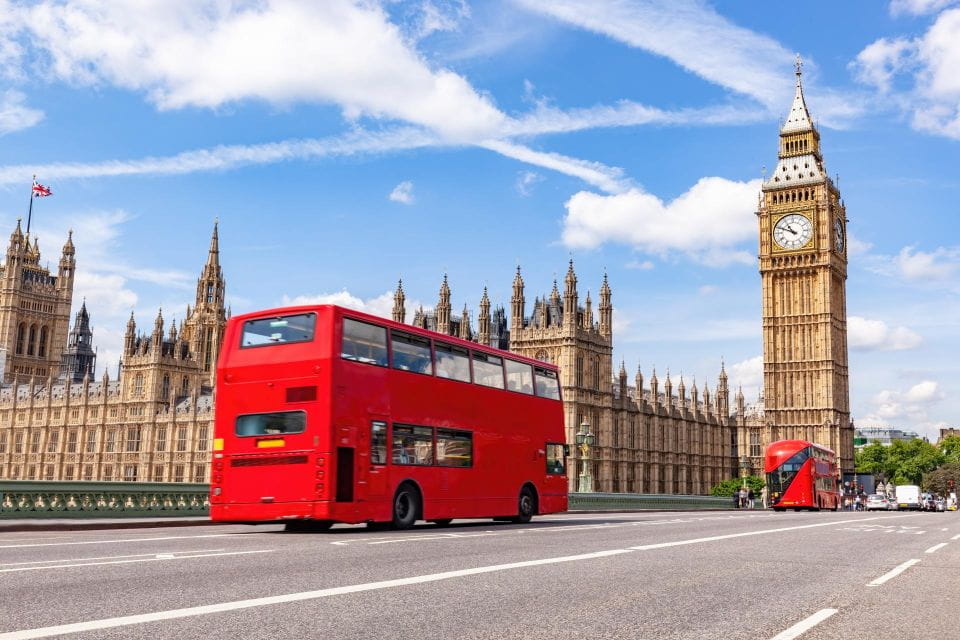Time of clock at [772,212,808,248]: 10:48
